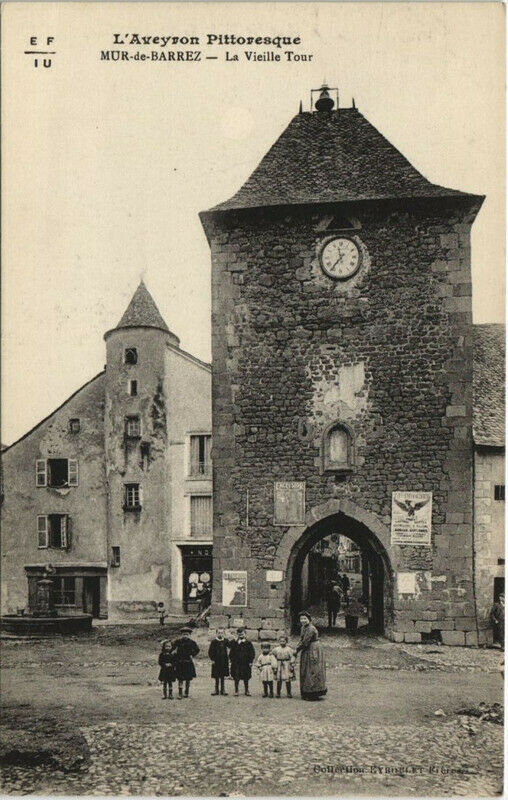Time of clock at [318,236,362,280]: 11:36
